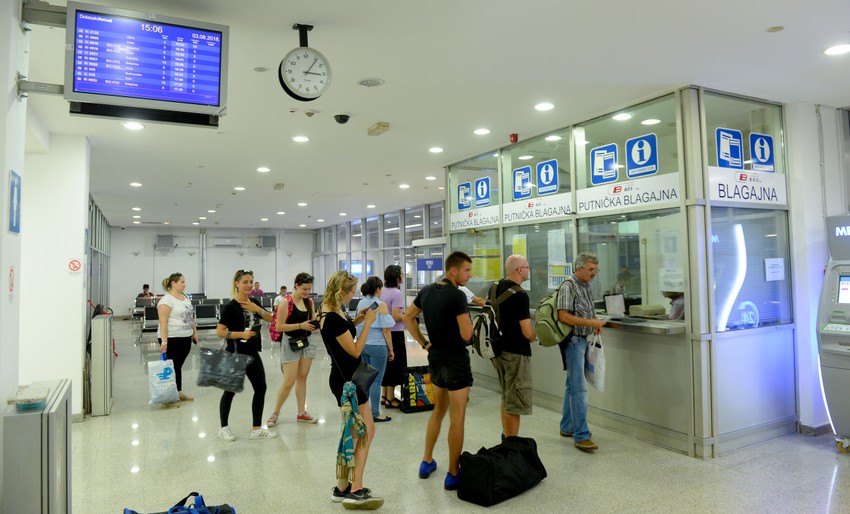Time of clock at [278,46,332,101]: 3:06
